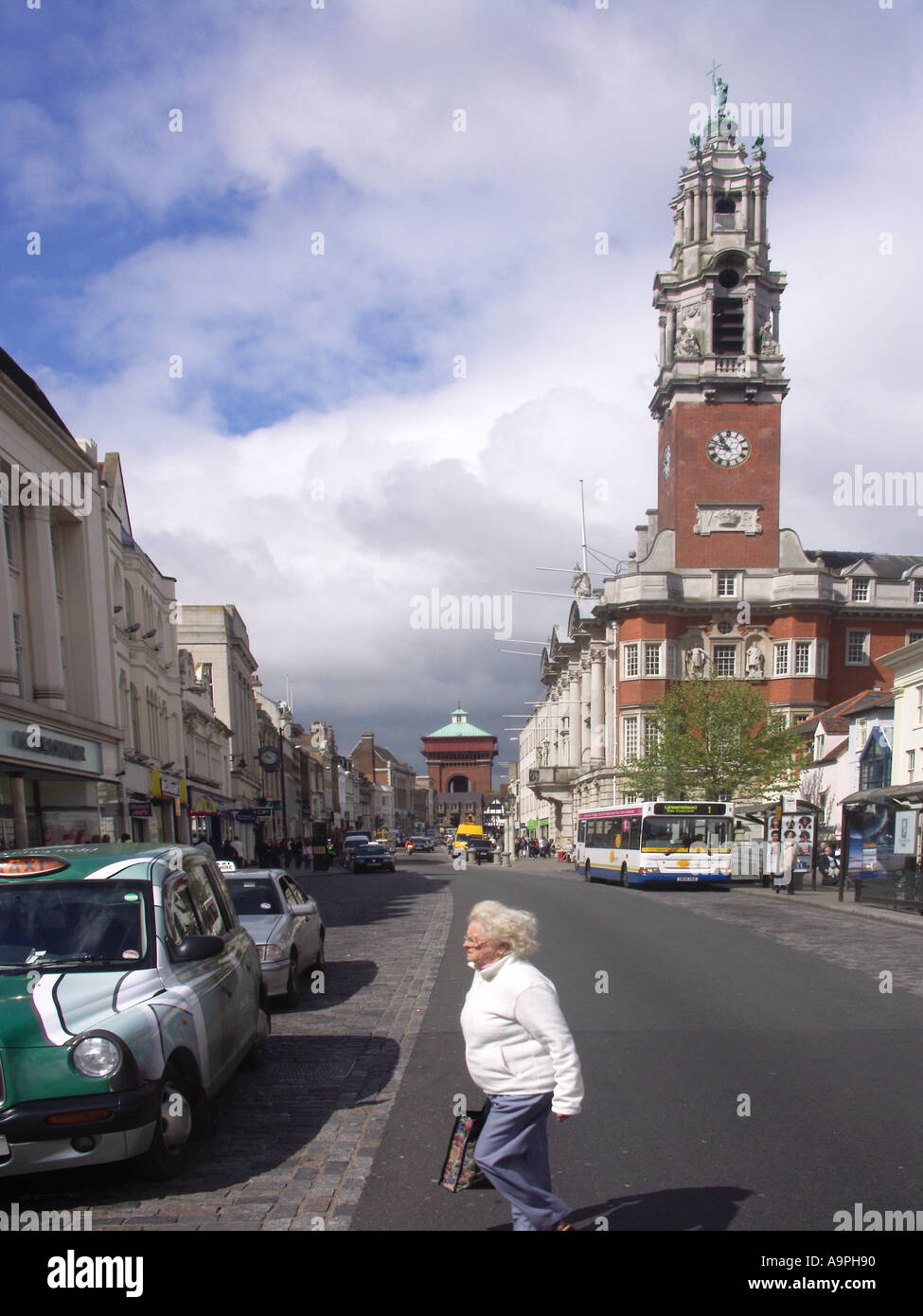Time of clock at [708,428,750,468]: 10:47
